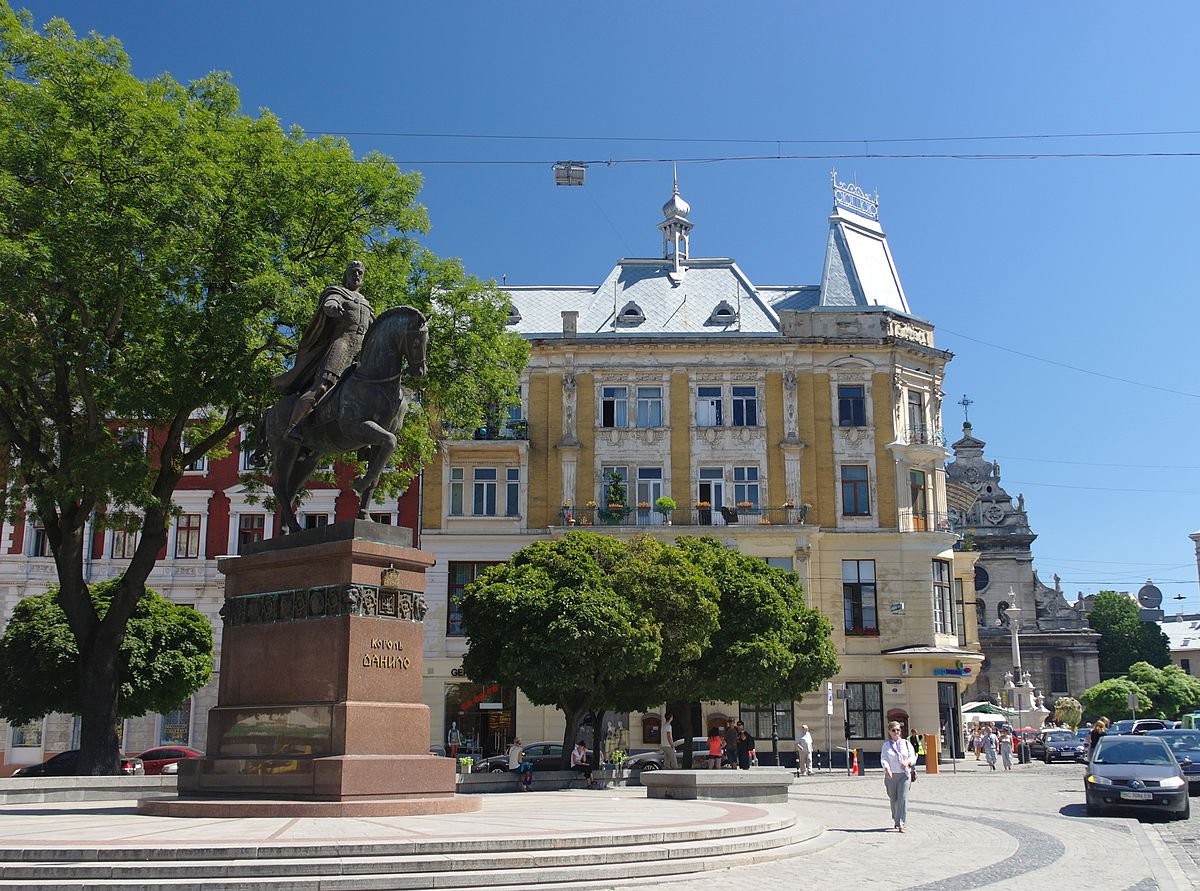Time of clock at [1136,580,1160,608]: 8:14
